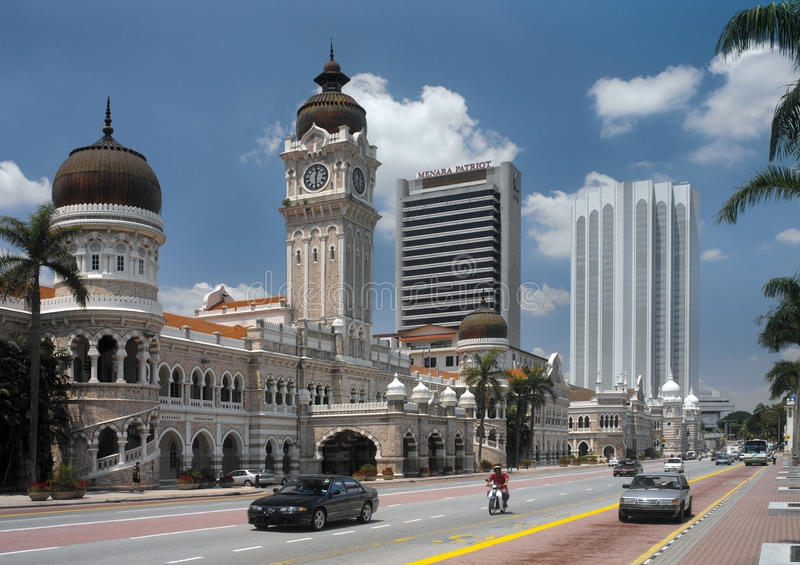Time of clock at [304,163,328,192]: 12:29
